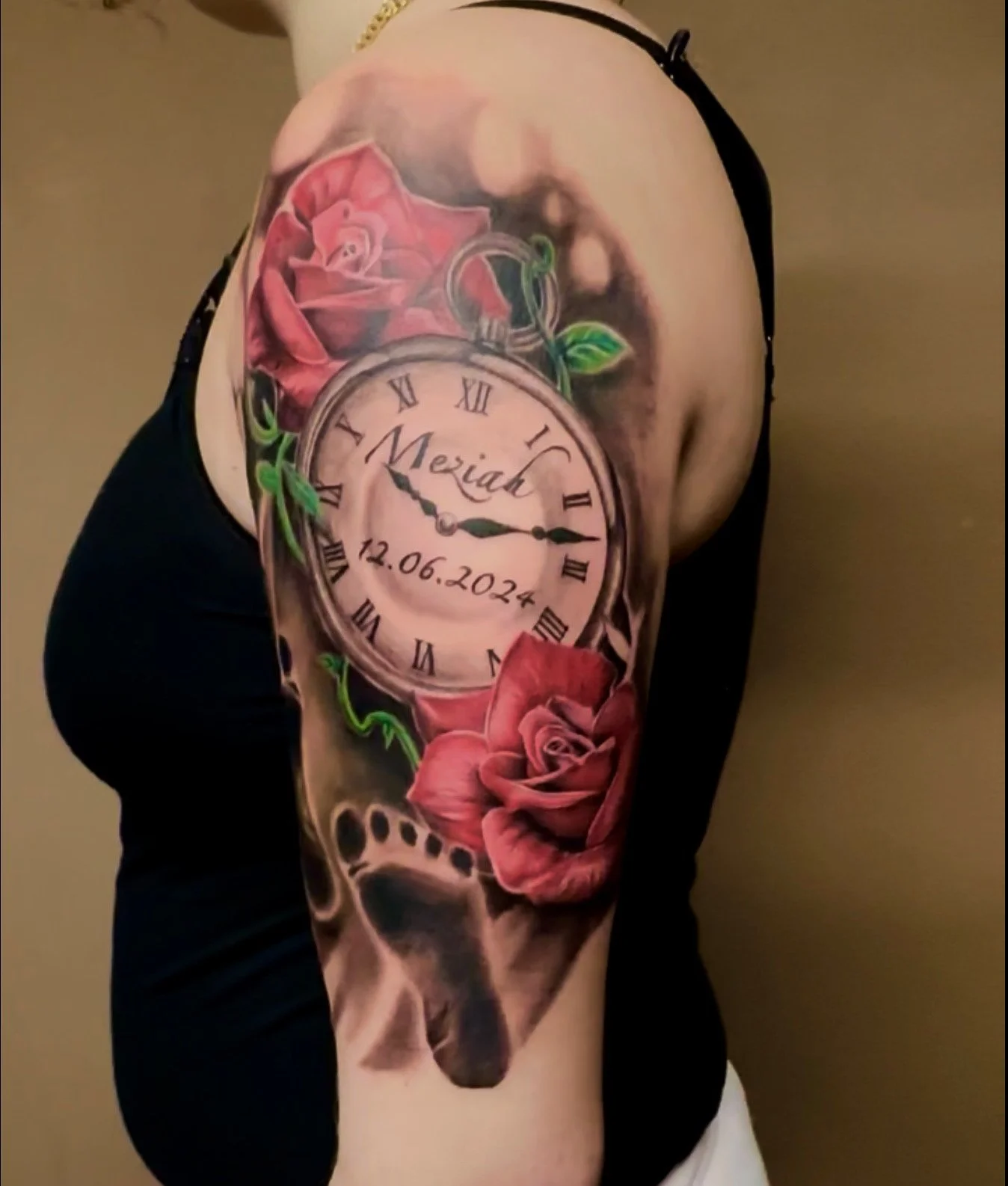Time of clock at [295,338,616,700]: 10:13
